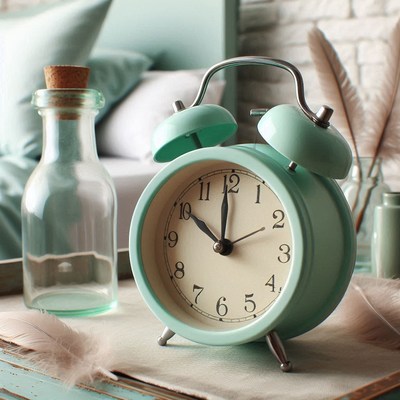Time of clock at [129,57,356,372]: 9:59
